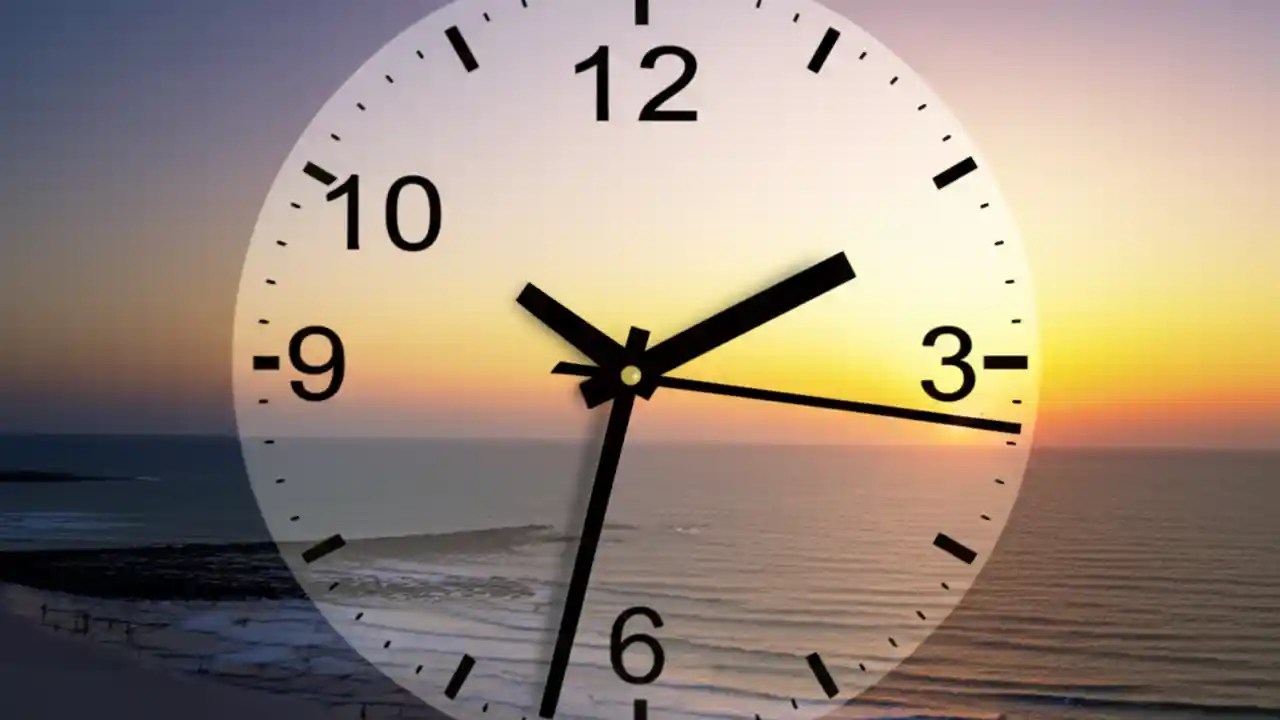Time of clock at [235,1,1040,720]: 2:16
